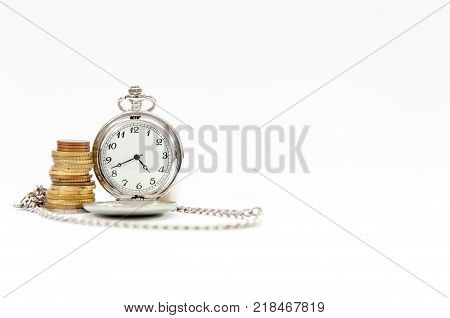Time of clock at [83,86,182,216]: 4:42
